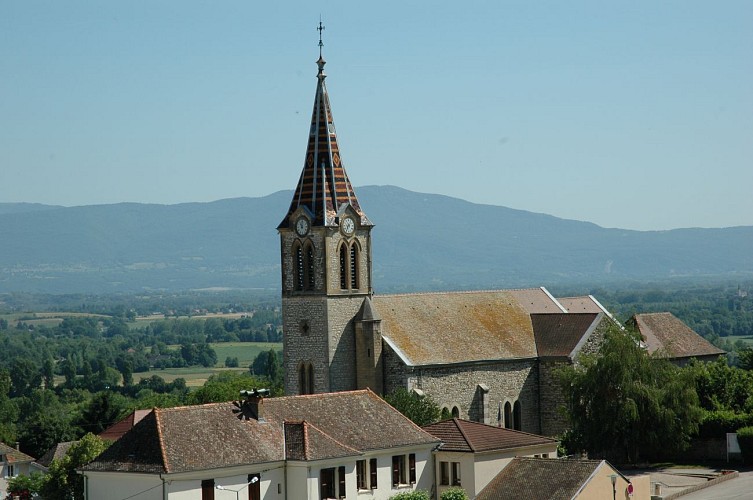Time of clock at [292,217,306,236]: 11:02
